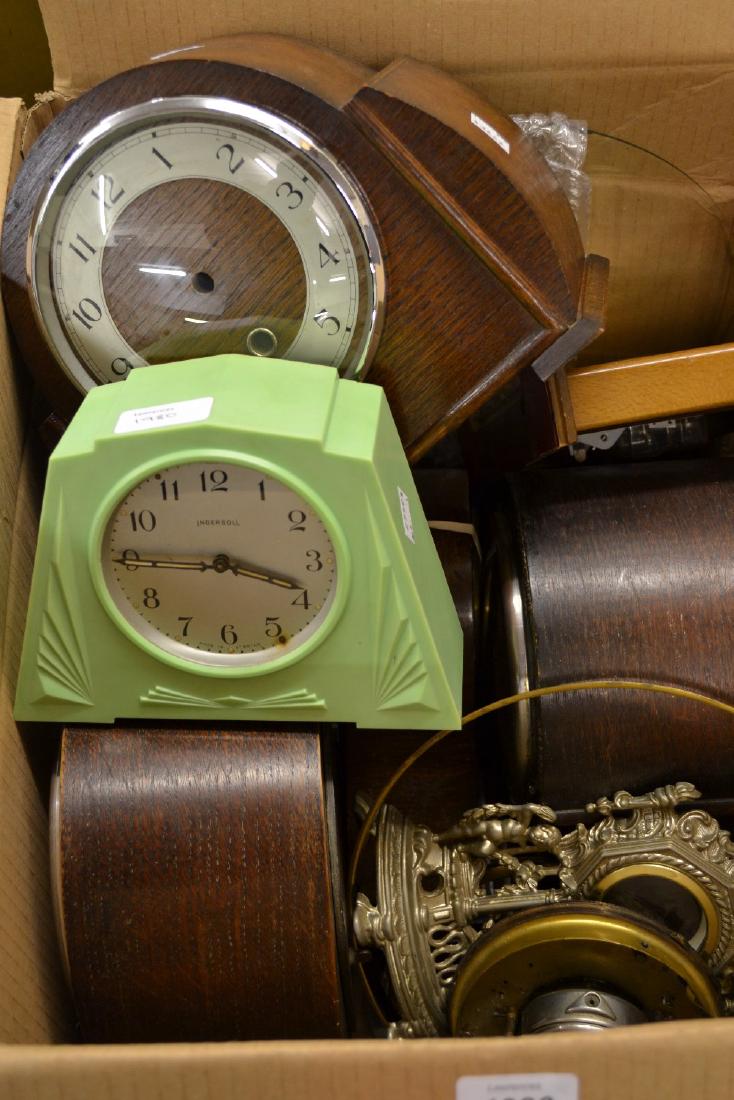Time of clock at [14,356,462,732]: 3:45
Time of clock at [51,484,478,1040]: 3:44
